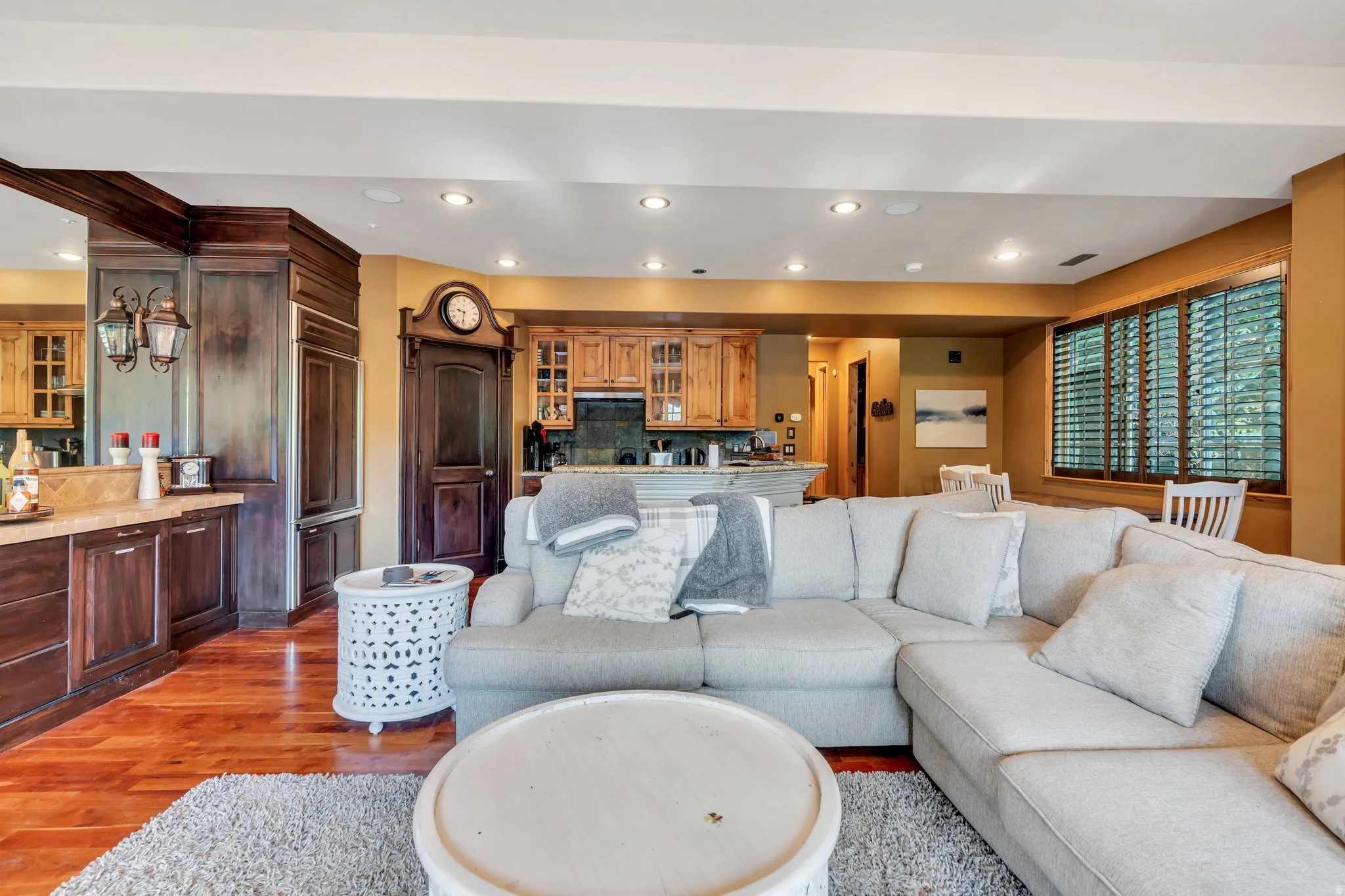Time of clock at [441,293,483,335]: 9:31
